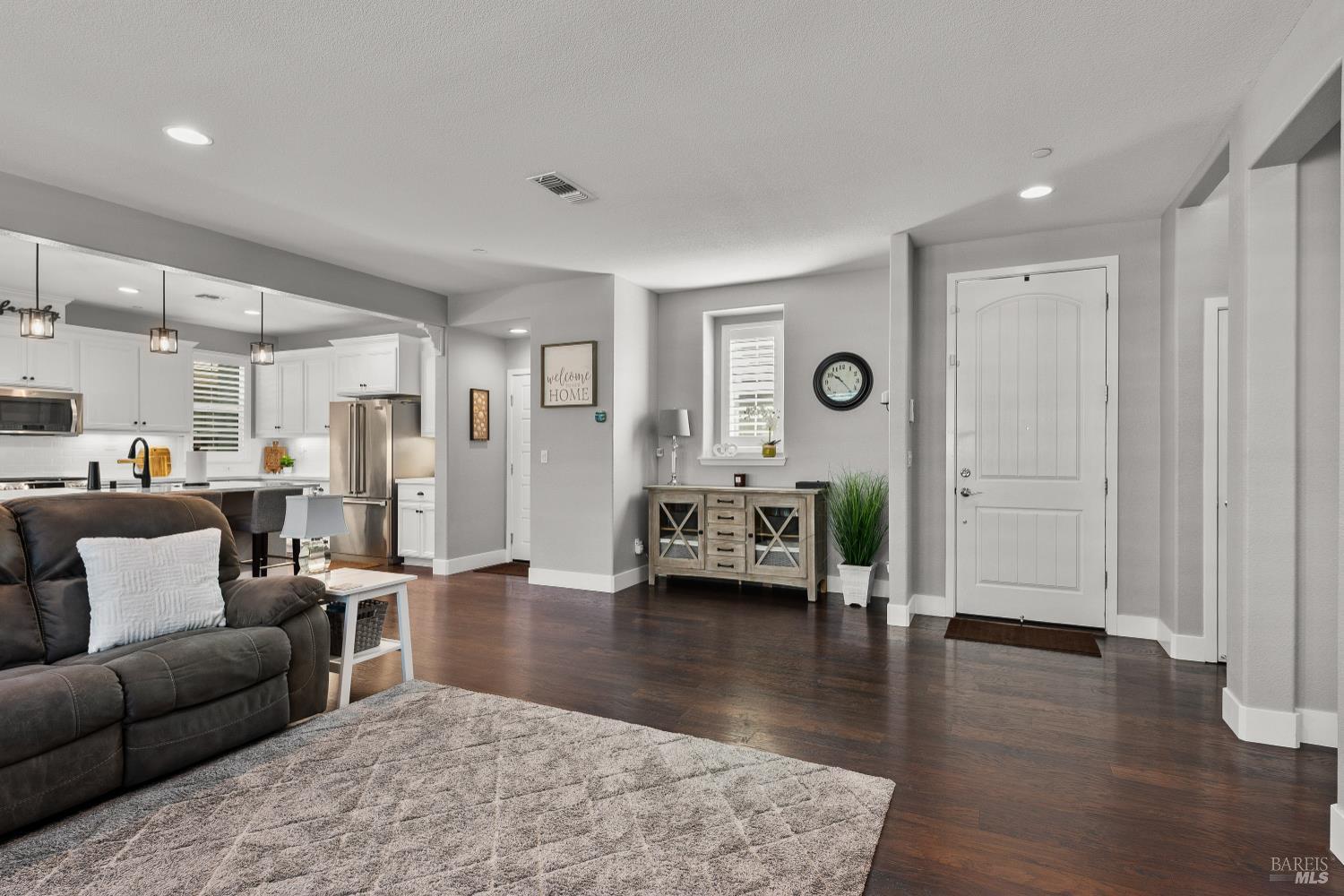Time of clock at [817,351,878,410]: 10:23
